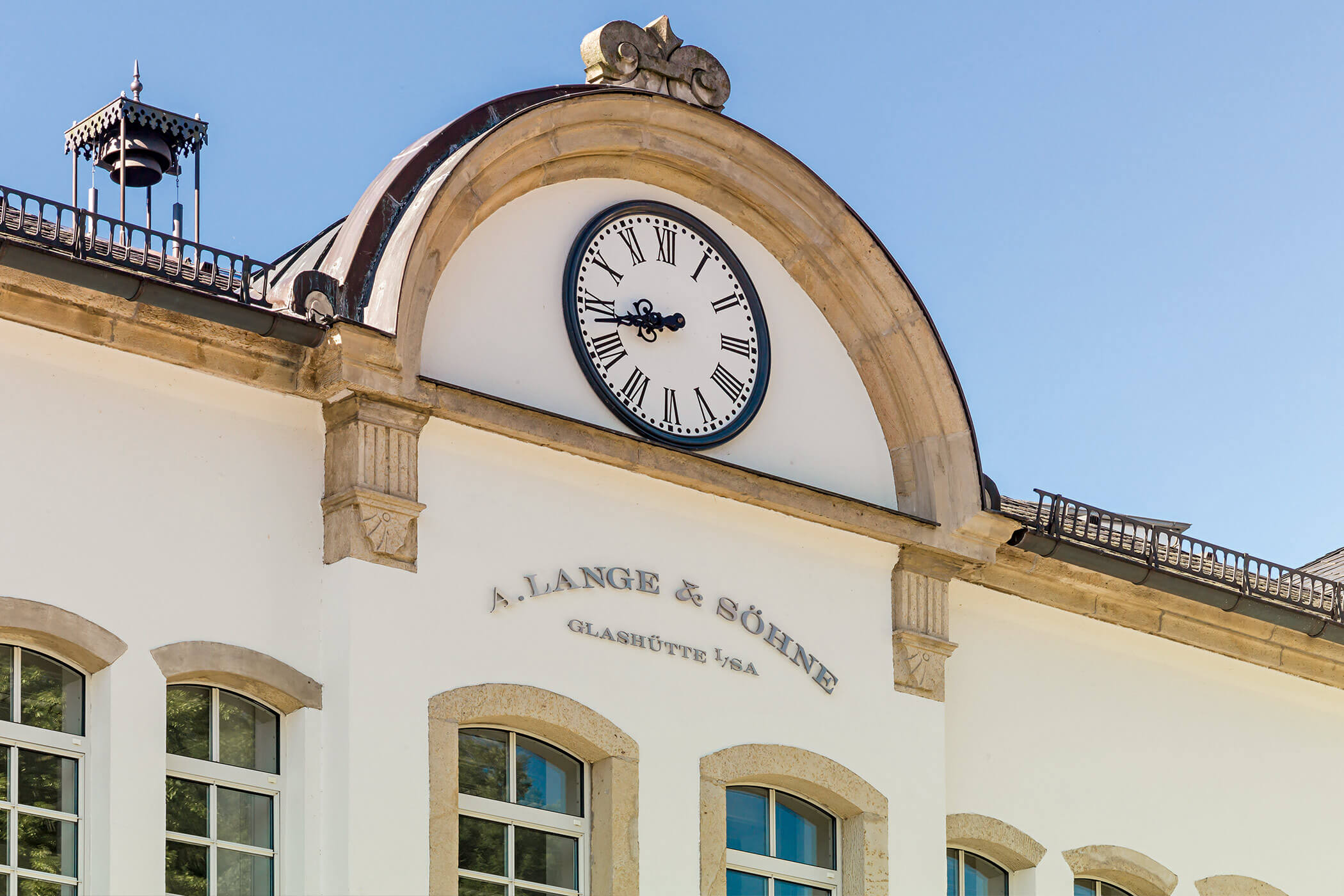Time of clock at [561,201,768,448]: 8:43
